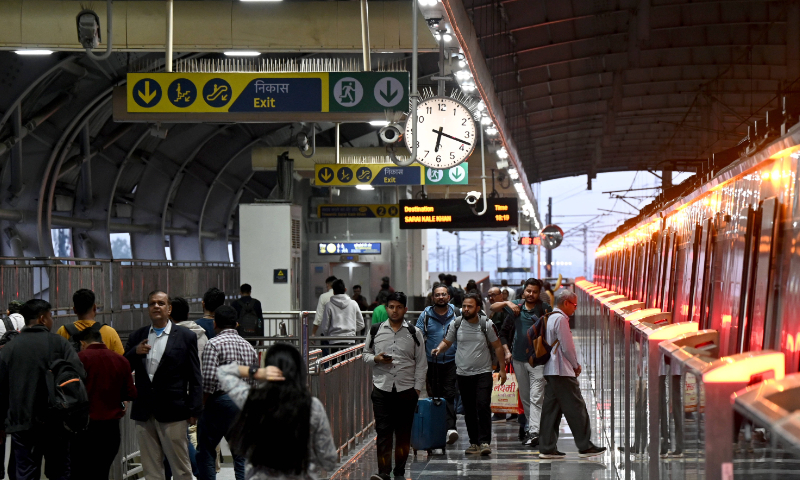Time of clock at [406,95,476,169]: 6:17
